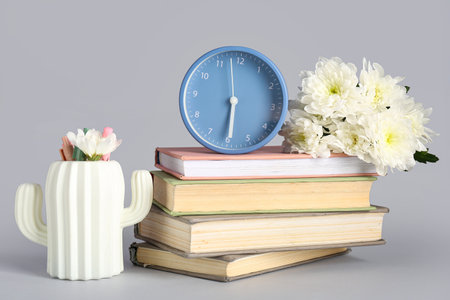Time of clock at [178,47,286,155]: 5:57
